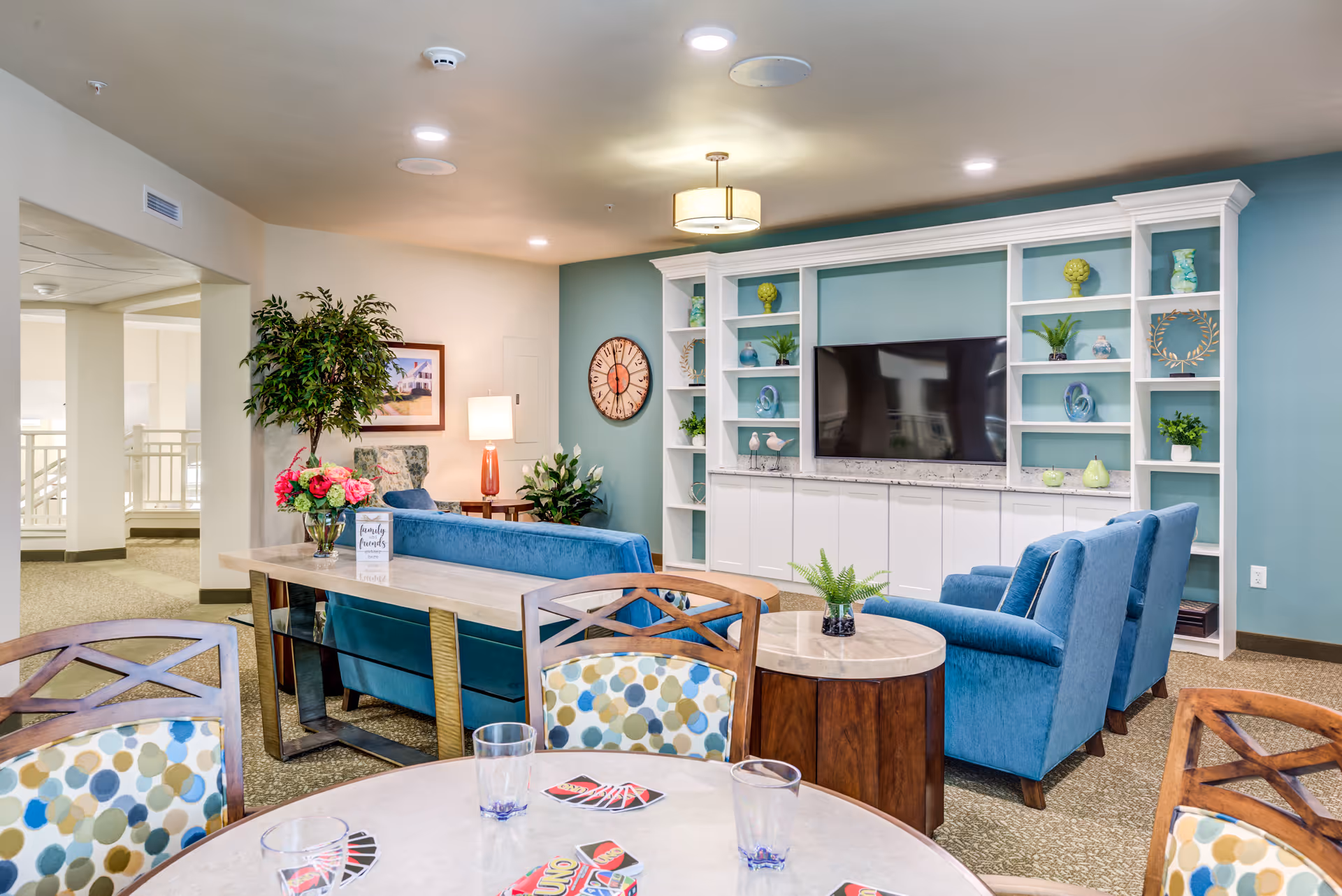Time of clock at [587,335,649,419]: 5:58
